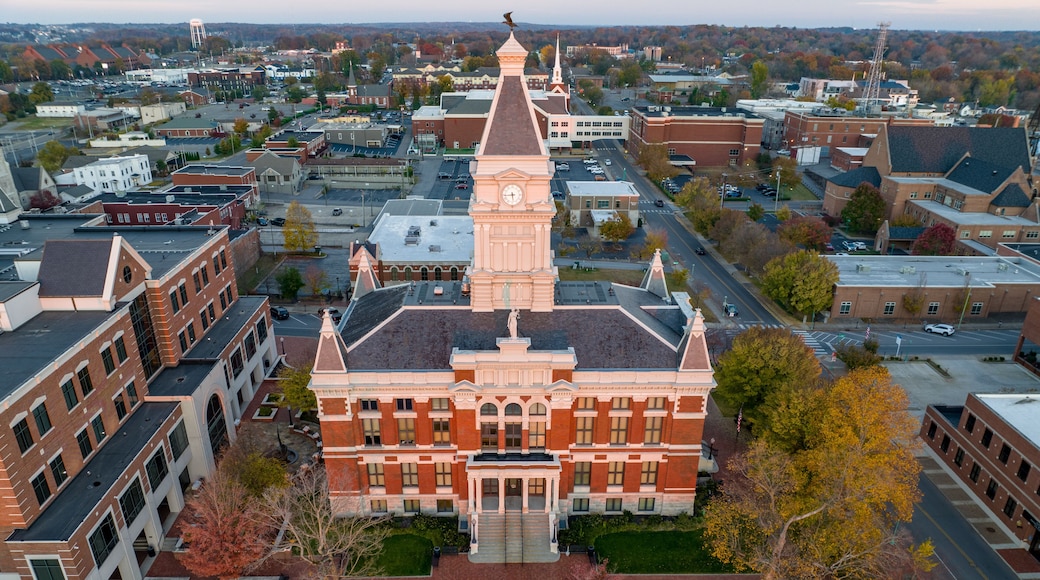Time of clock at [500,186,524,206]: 5:43
